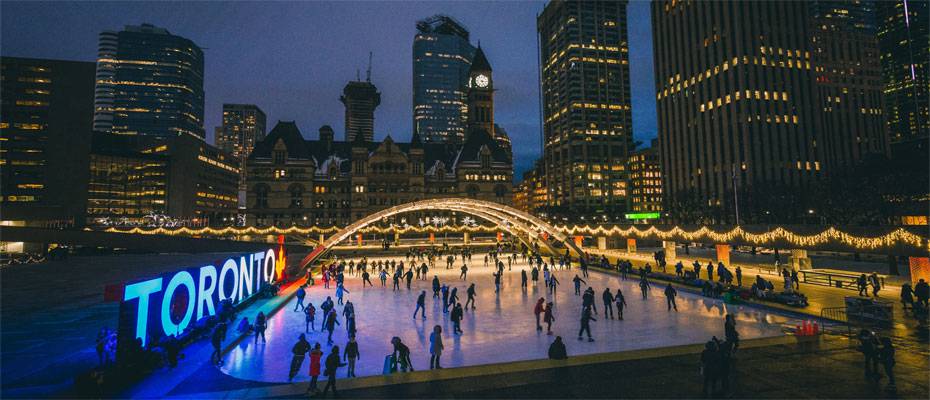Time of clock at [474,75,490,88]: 5:15
